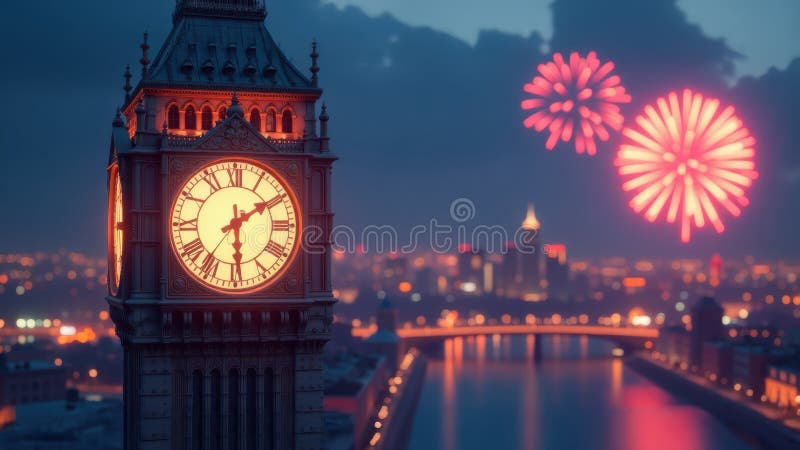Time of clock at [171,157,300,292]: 6:09
